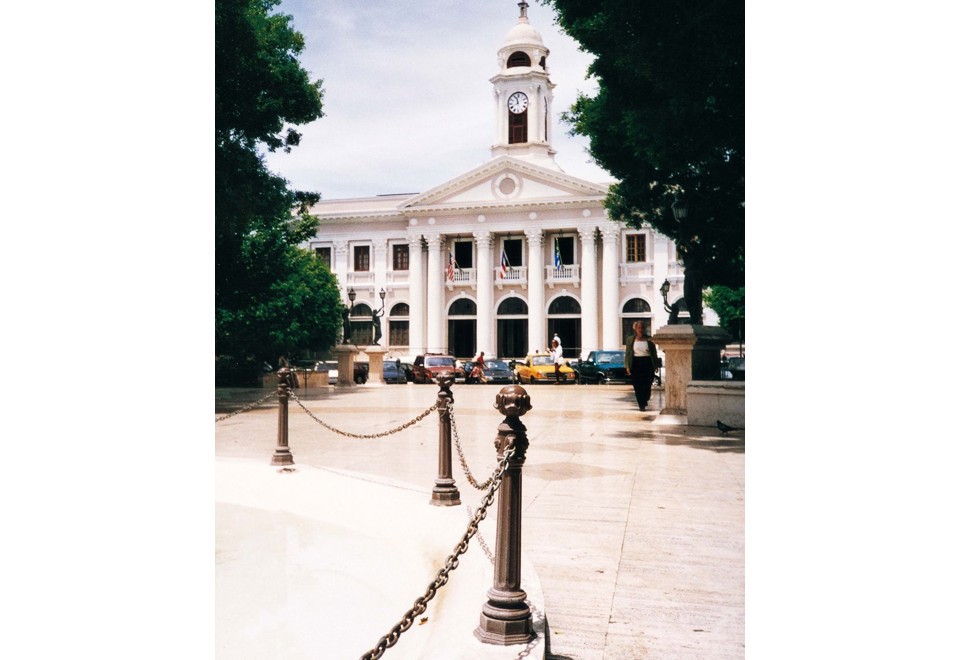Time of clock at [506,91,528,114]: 11:40
